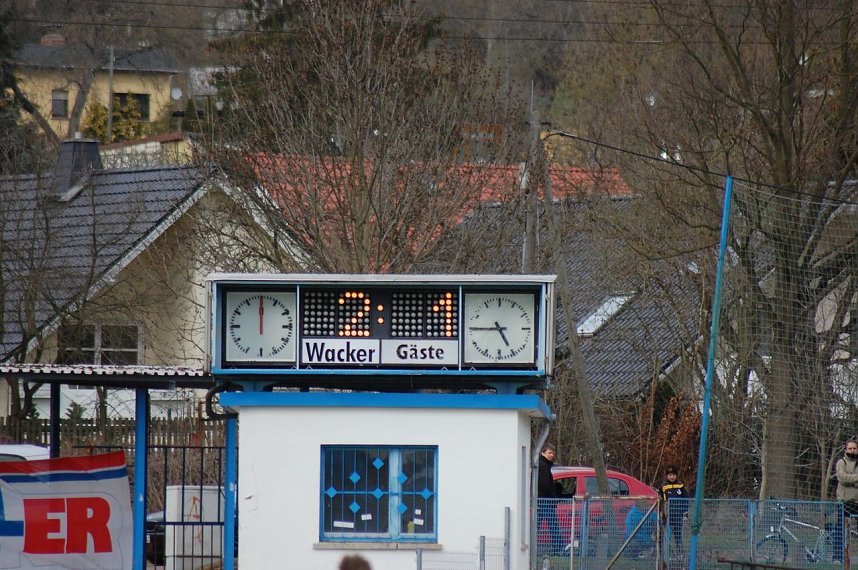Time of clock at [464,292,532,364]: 4:45
